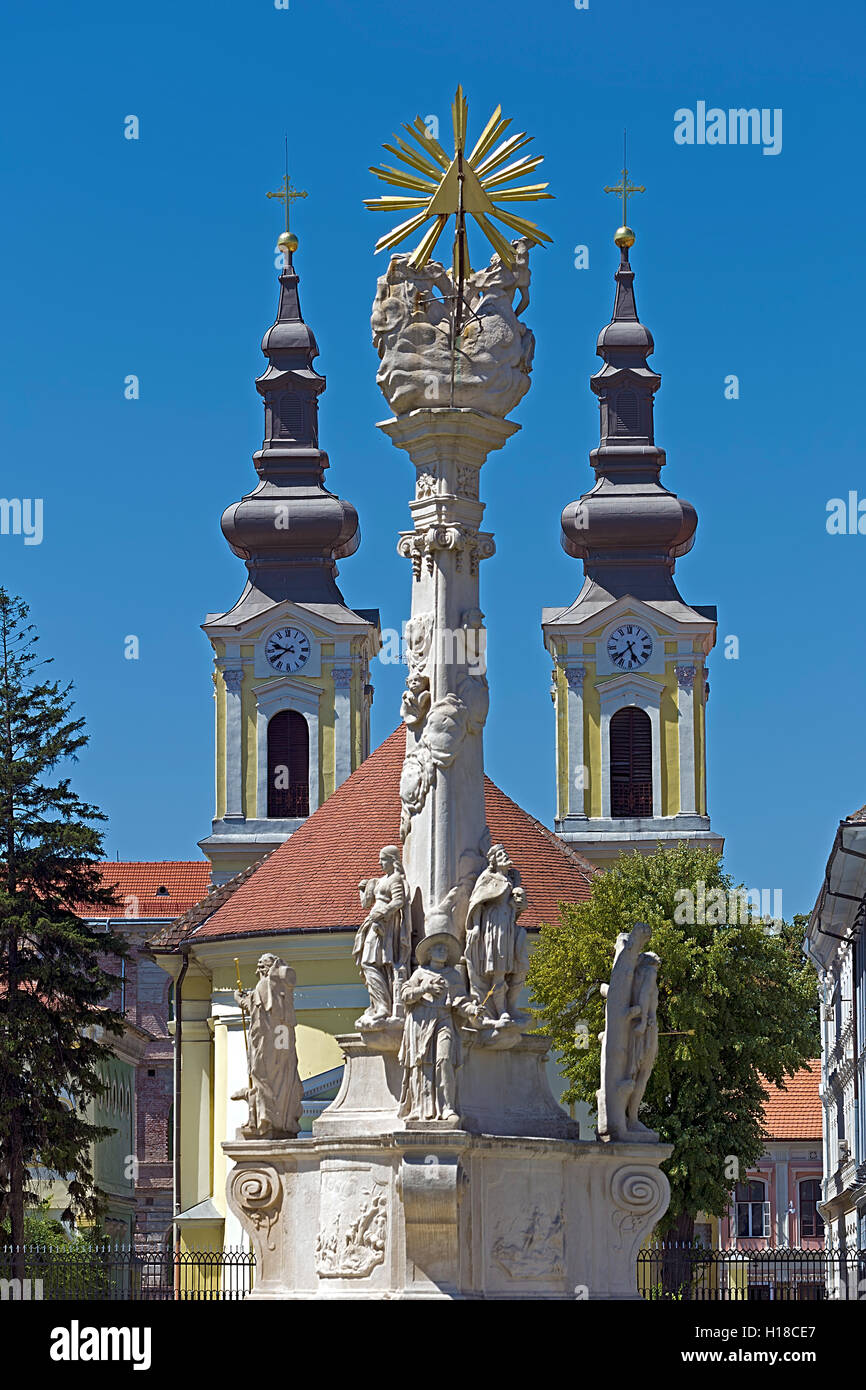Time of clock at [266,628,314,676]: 9:39
